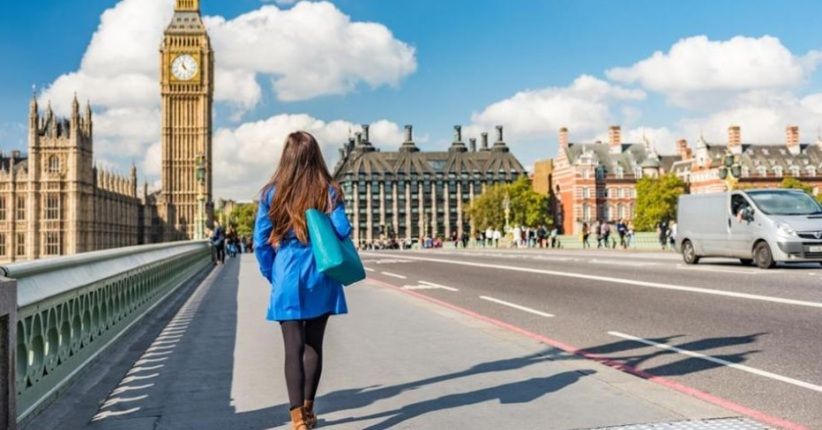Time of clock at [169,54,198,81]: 11:22
